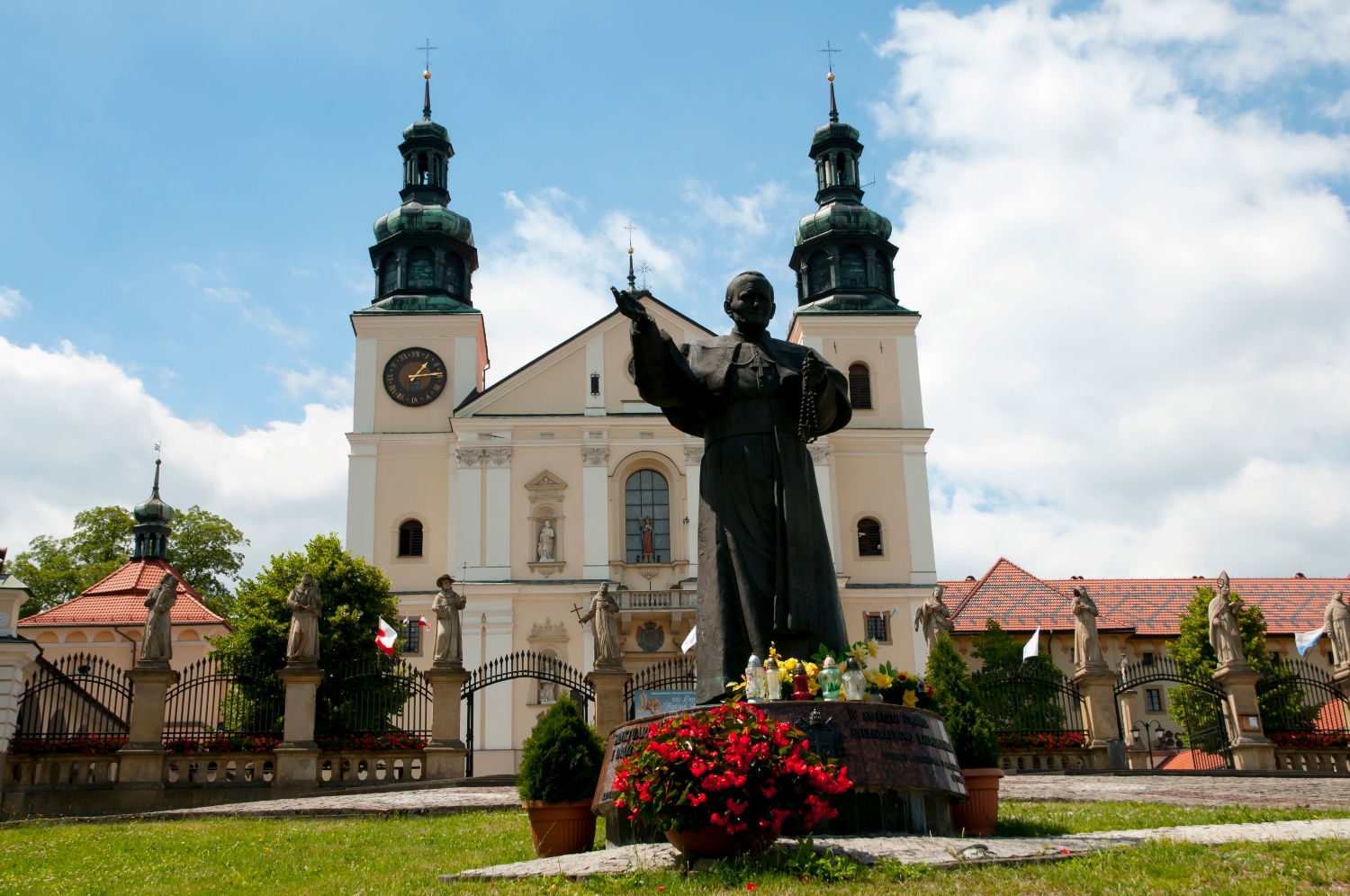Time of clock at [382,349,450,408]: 1:14
